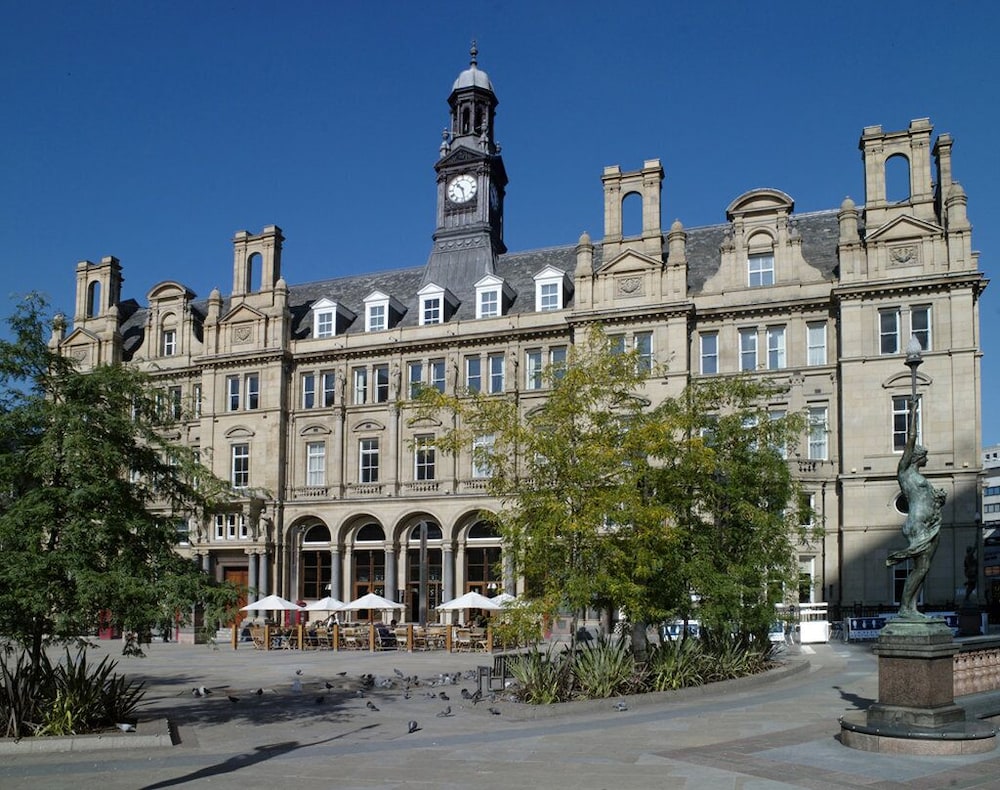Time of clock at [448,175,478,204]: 10:28
